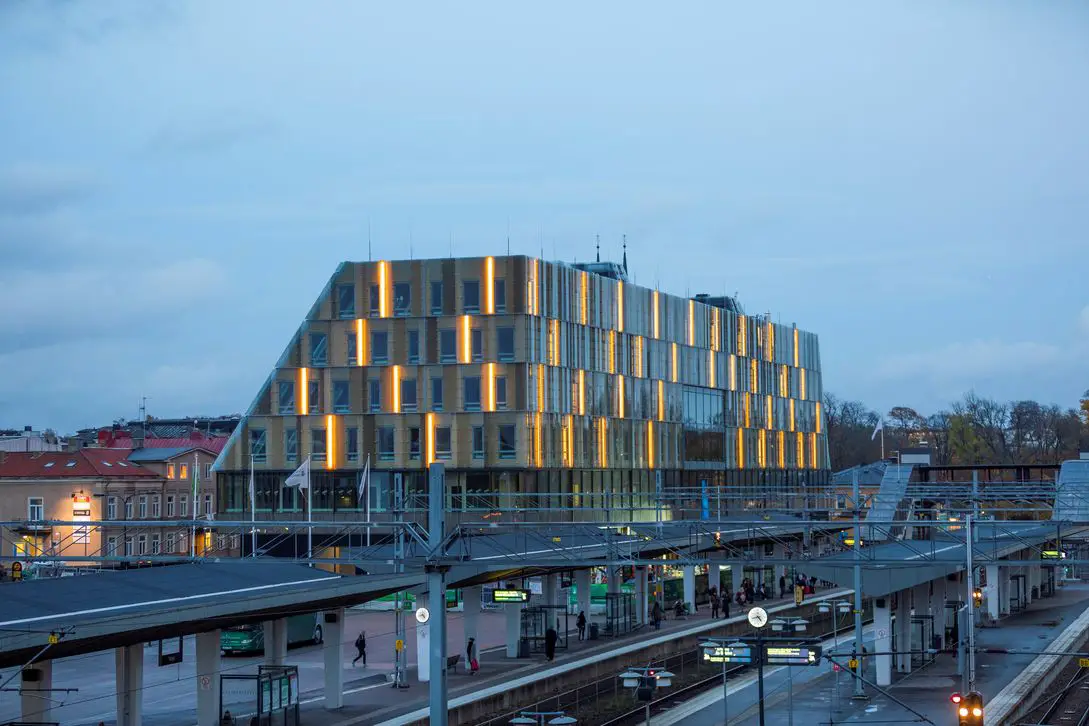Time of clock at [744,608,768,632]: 4:42
